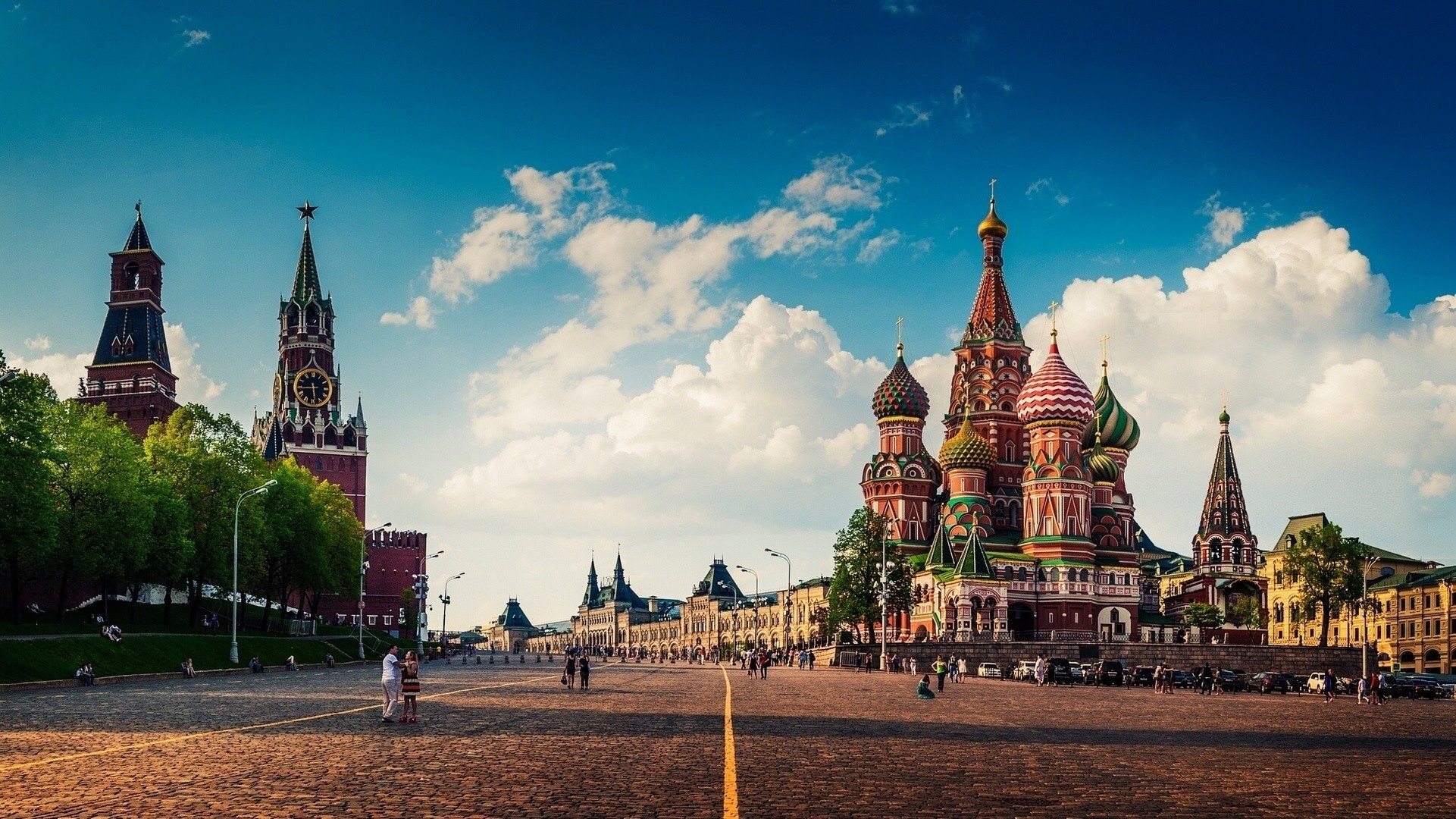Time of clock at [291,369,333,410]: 5:44
